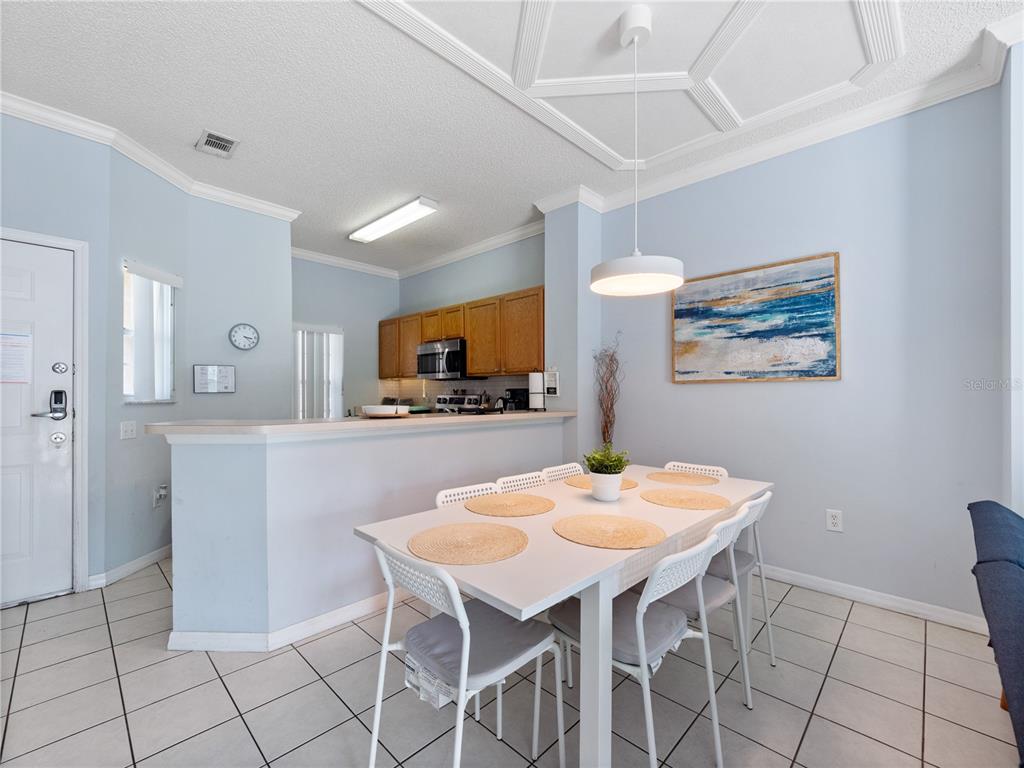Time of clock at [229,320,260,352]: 3:21
